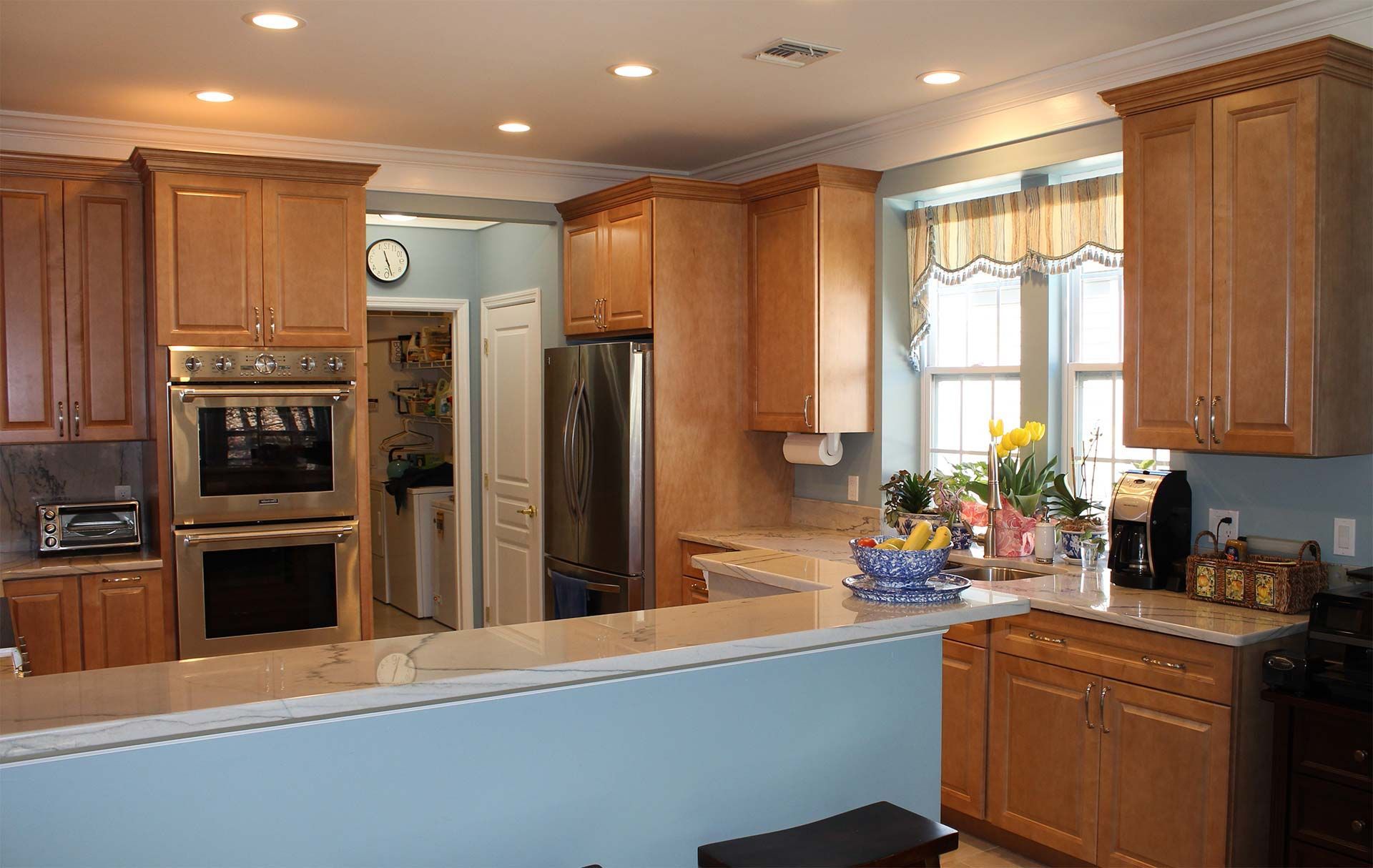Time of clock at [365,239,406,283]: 11:26
